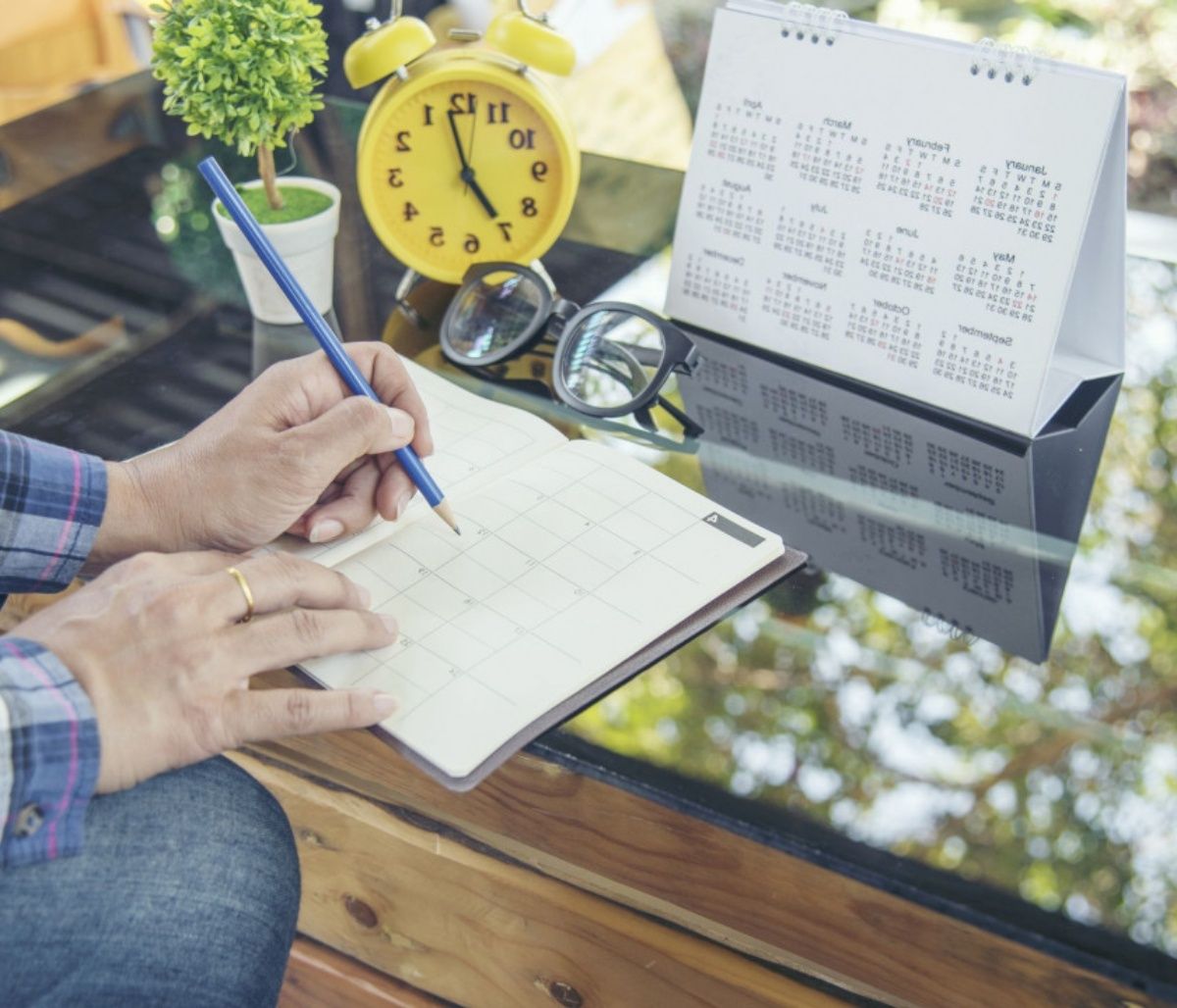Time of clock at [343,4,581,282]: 4:57
